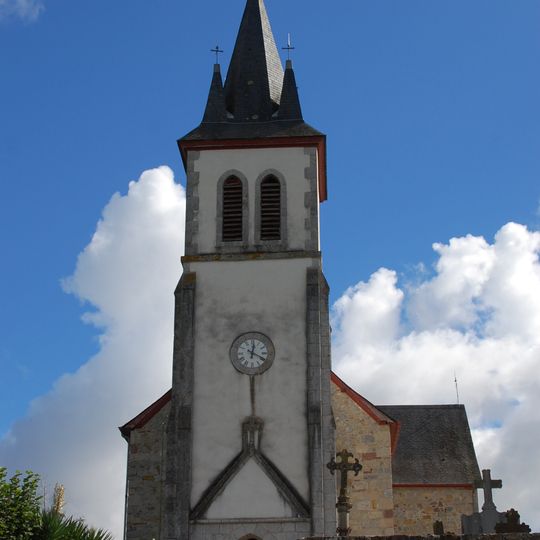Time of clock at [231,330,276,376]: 12:19
